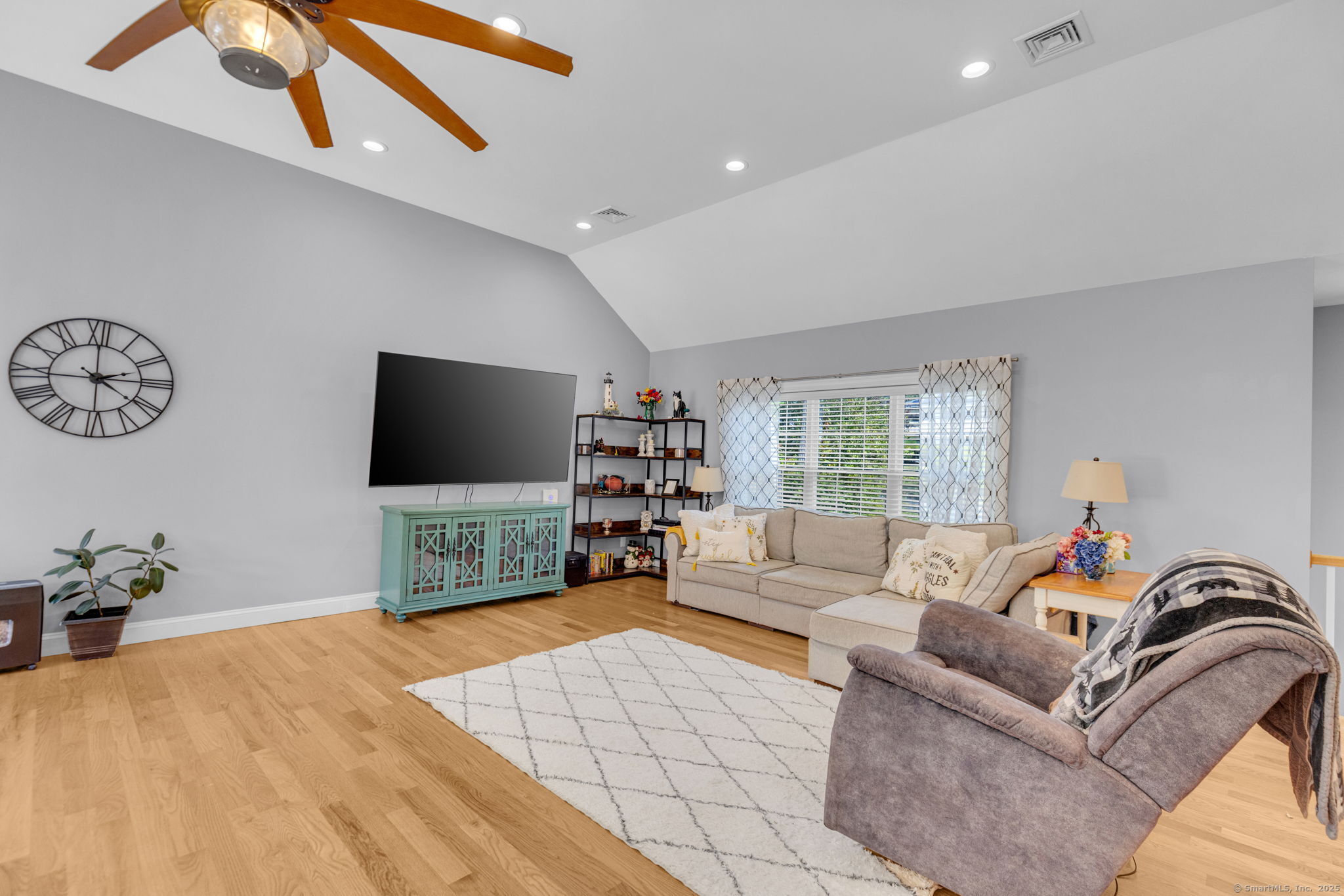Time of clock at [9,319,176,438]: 2:21
